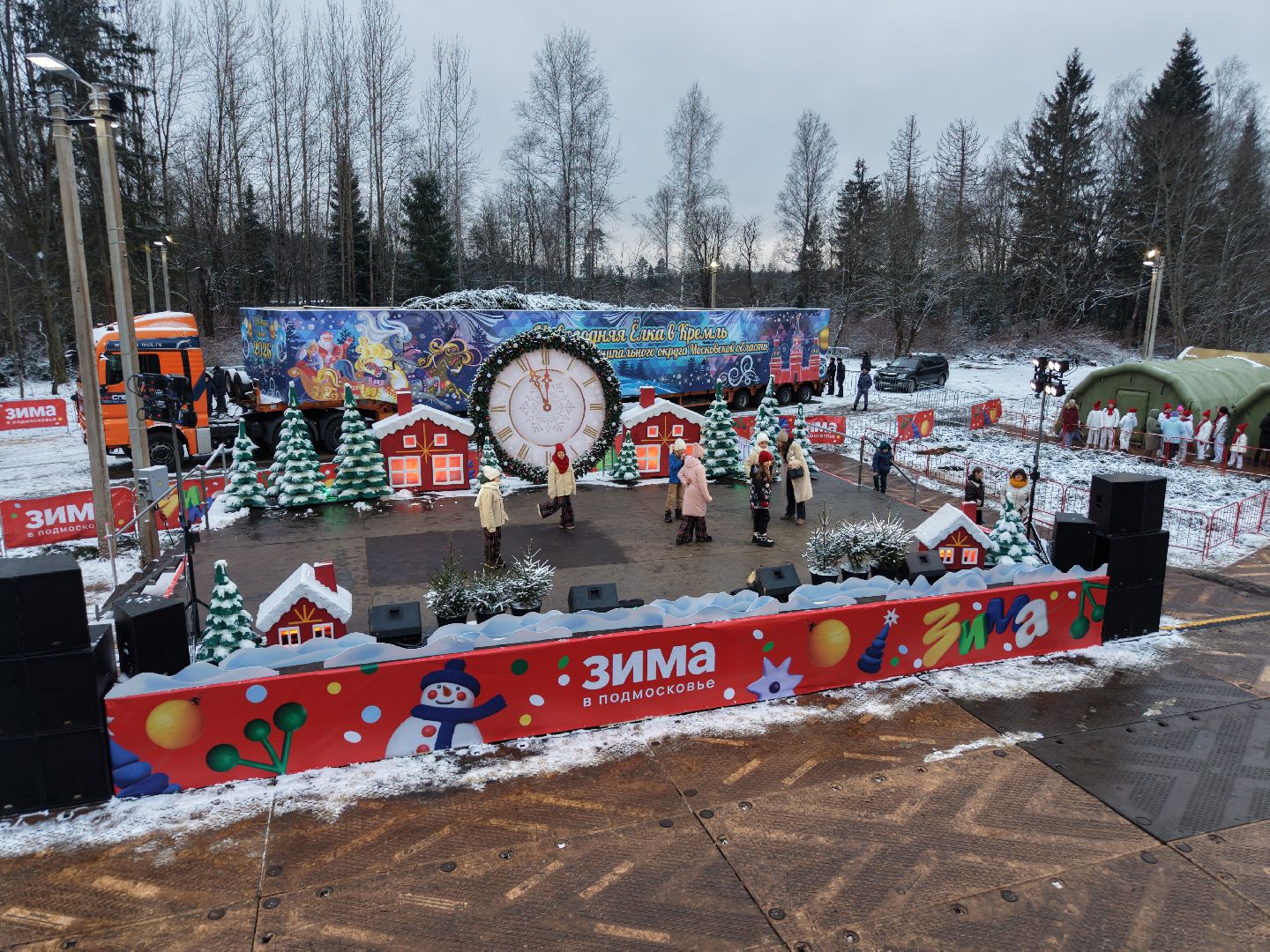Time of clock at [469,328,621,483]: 11:55
